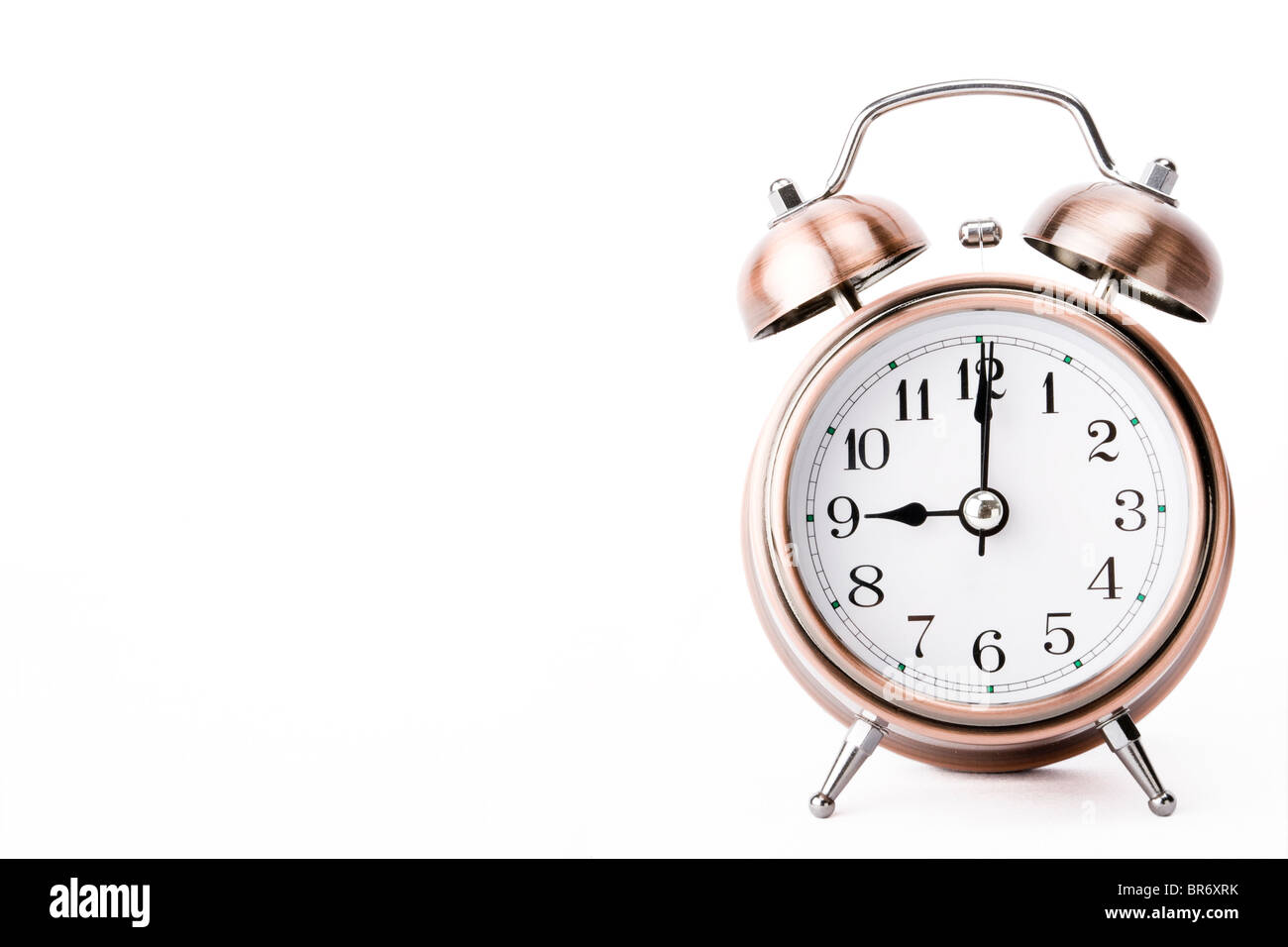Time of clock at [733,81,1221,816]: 9:00
